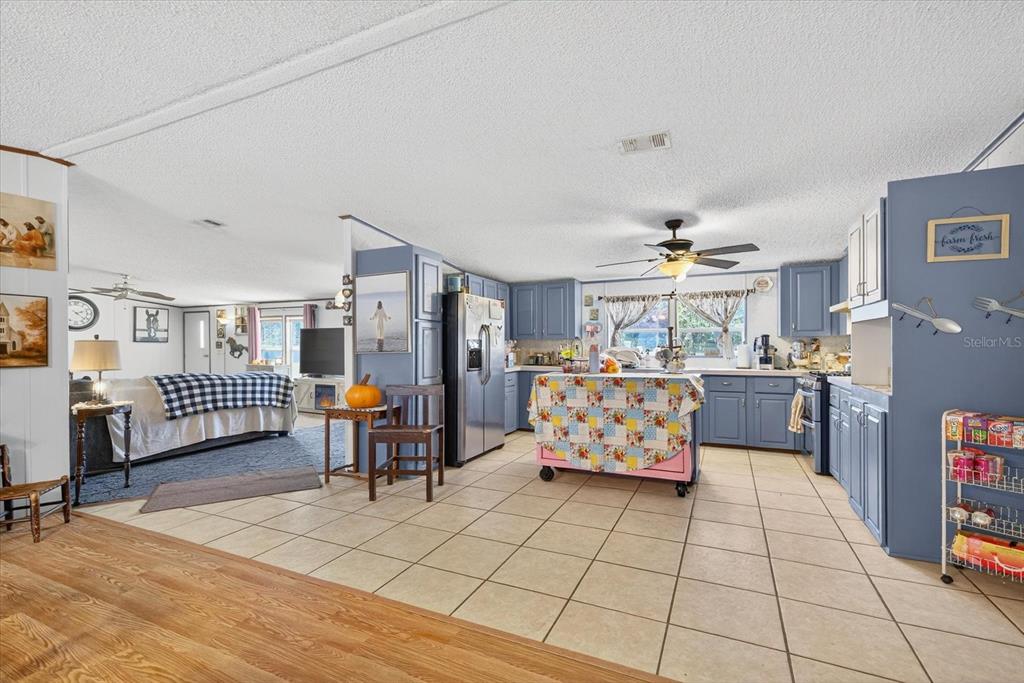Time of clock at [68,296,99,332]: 2:21
